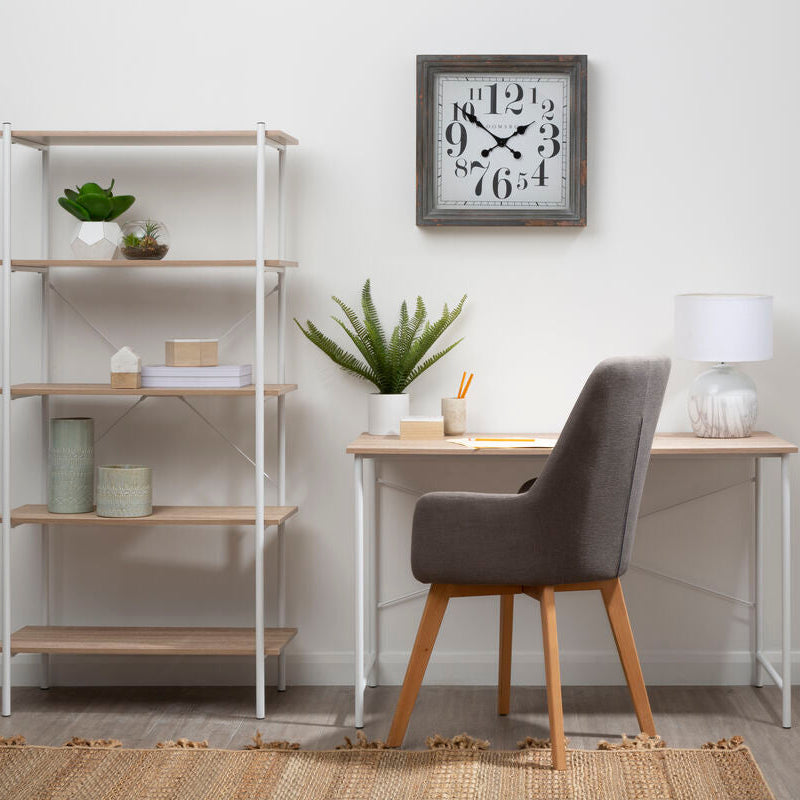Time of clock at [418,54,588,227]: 1:51
